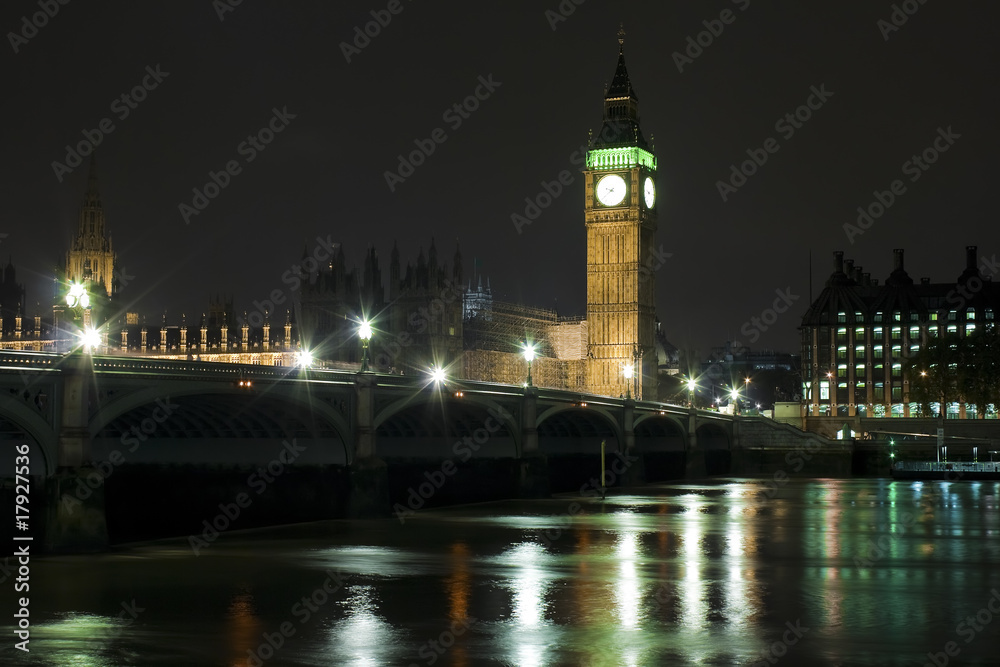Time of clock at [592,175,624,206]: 9:38
